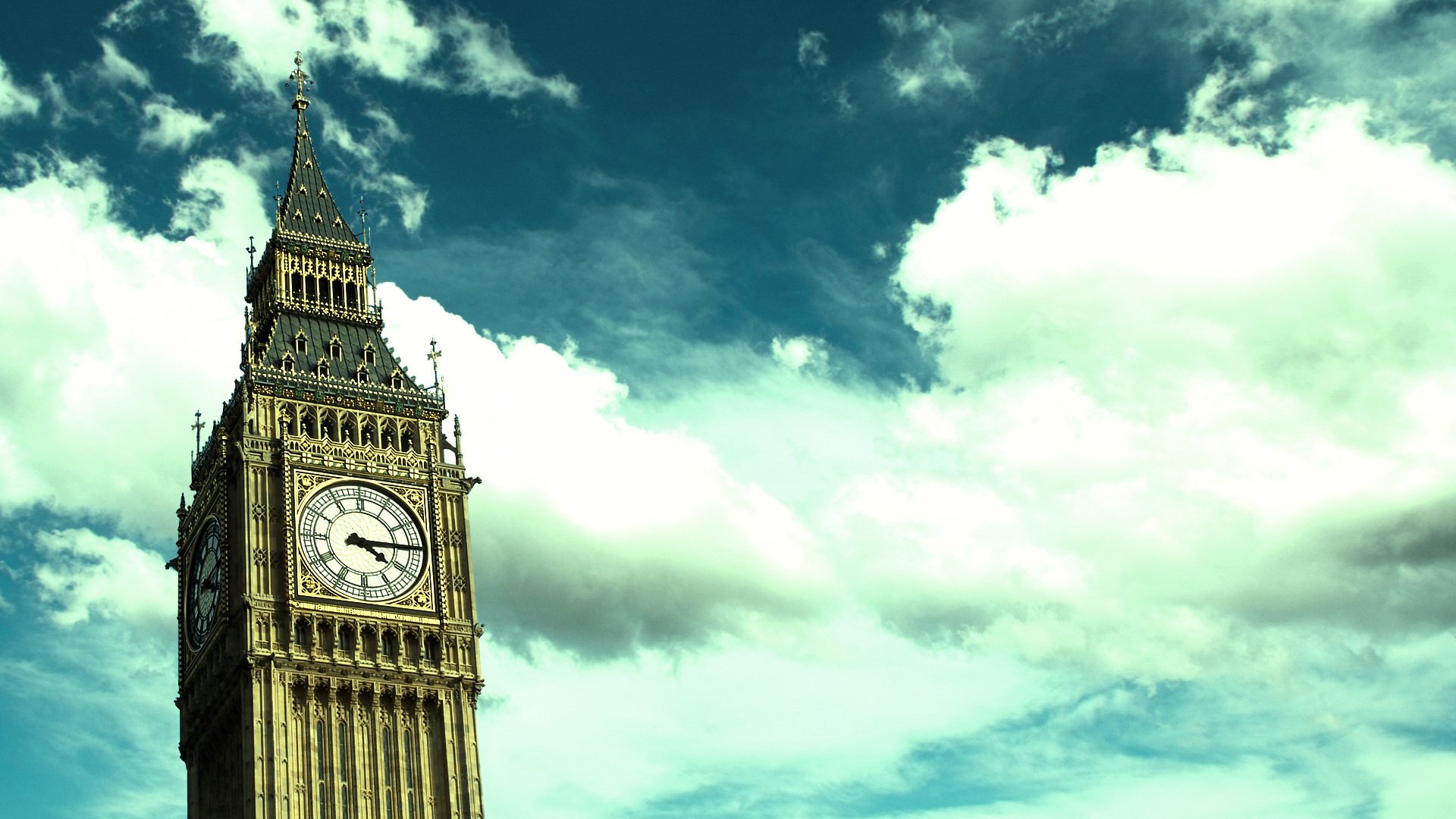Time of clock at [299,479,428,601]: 4:14
